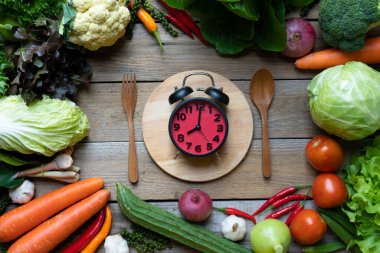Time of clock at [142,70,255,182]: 8:01
